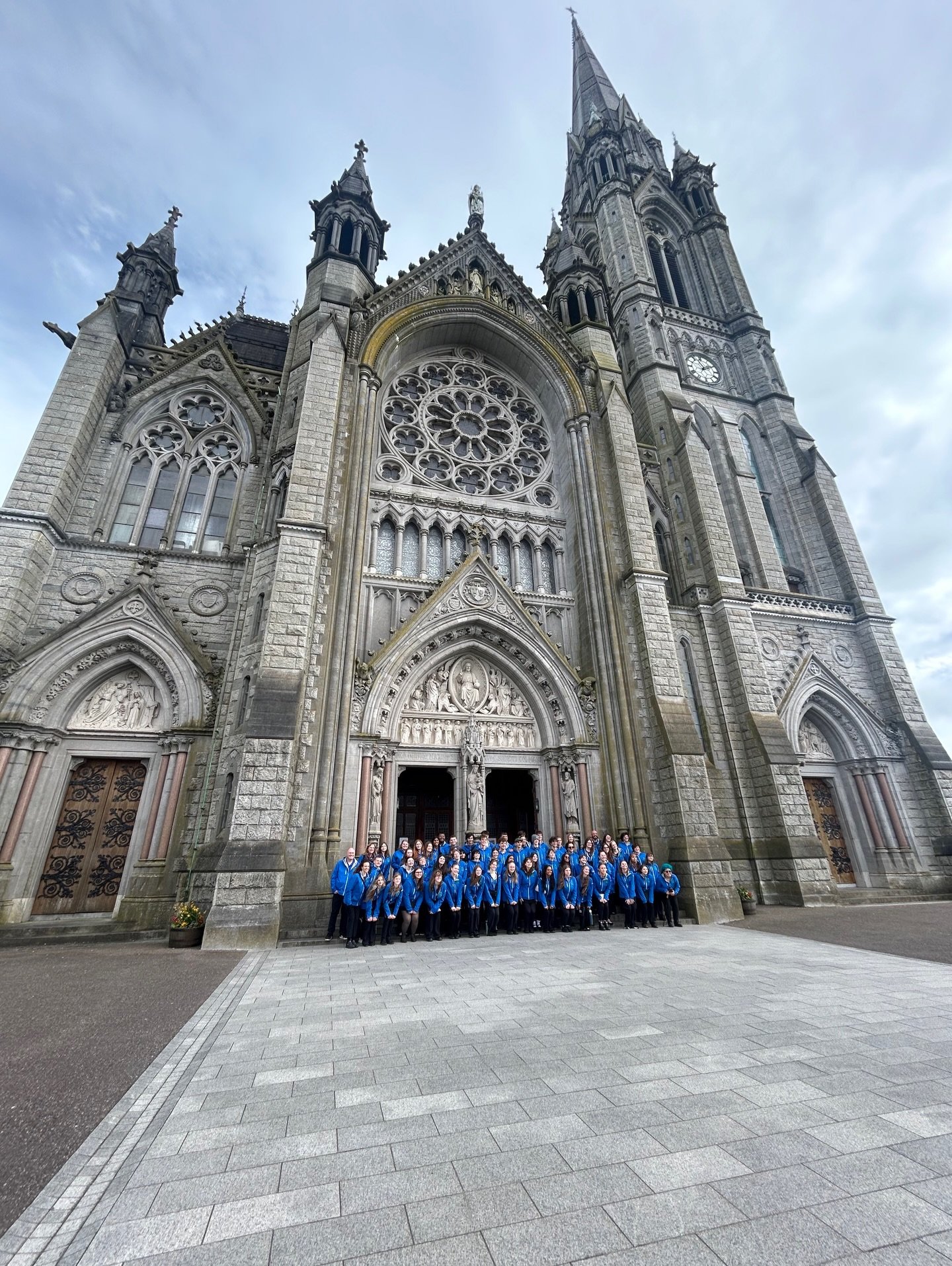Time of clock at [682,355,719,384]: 1:56
